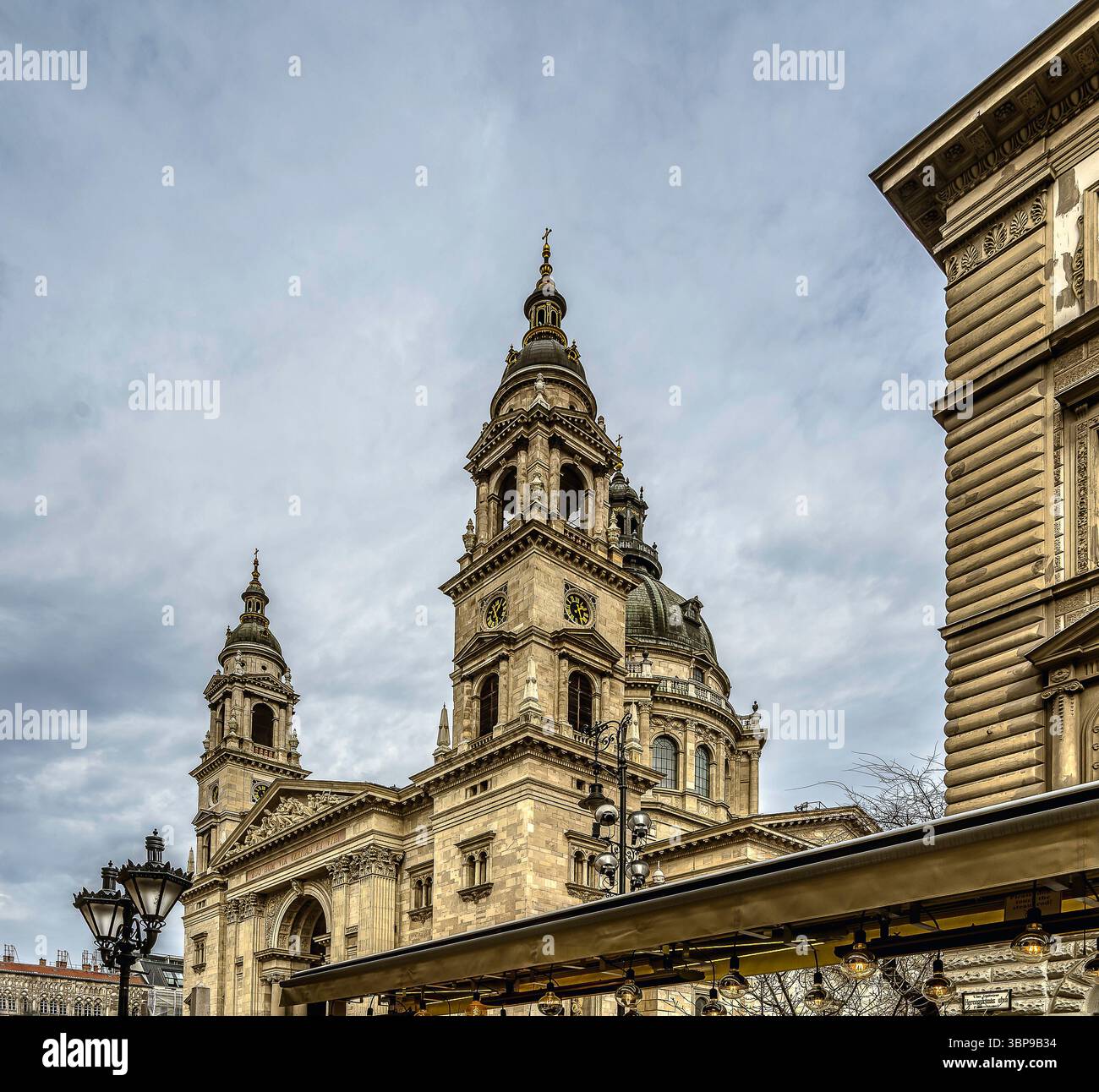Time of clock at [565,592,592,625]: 1:28
